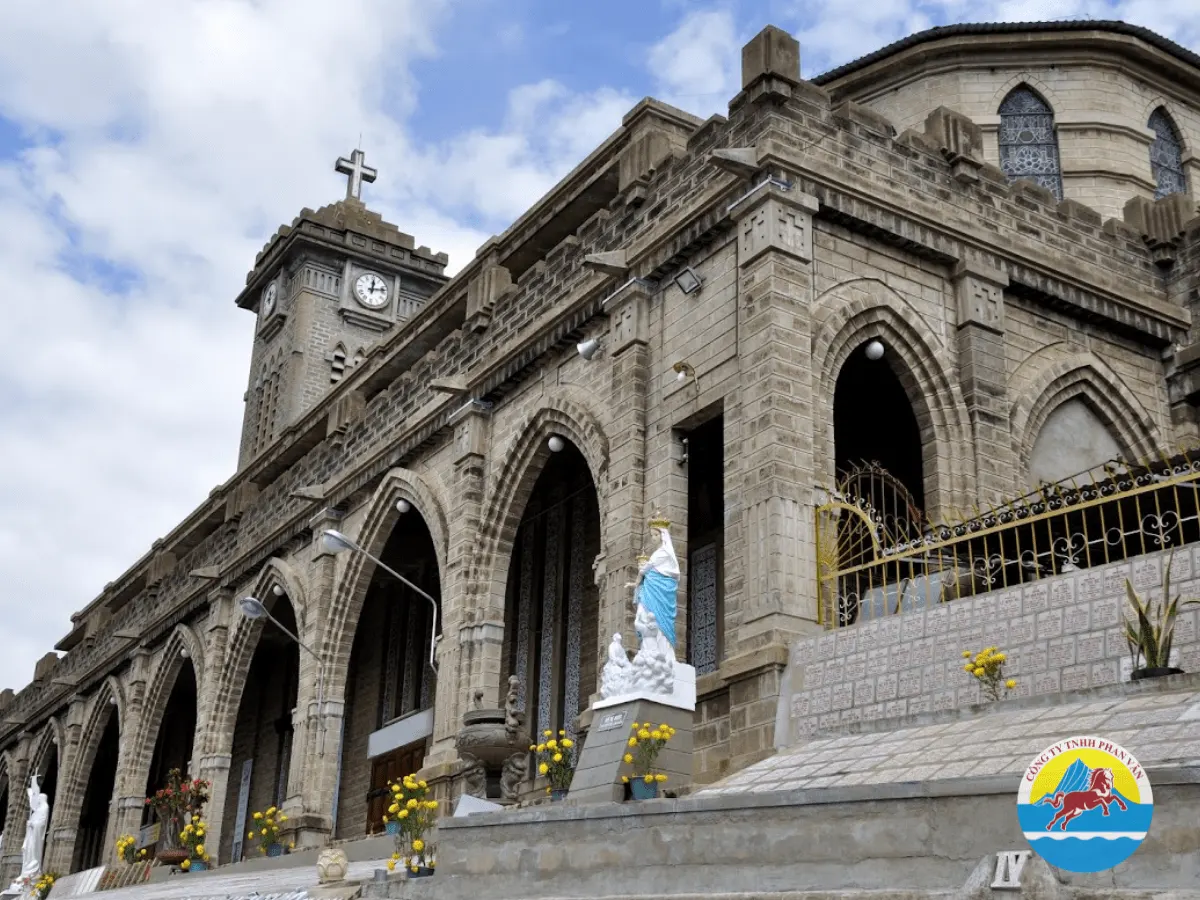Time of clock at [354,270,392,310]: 12:12
